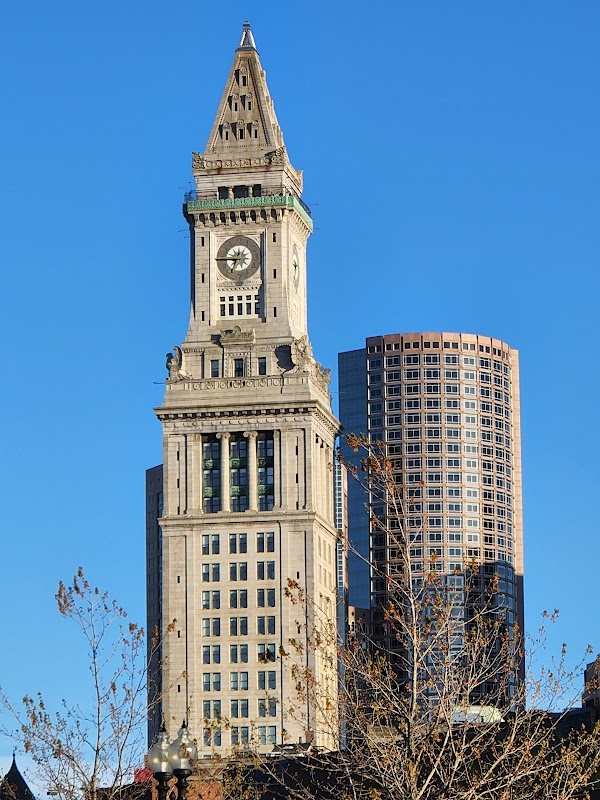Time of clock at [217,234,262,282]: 6:44
